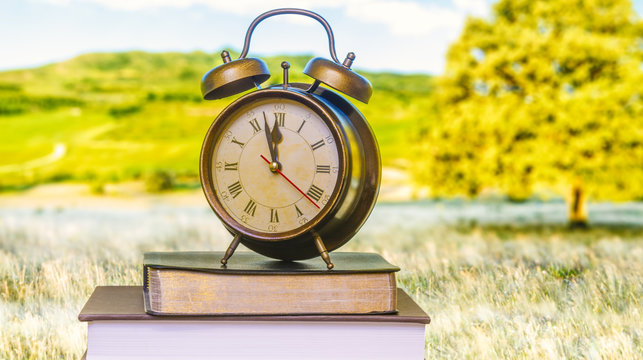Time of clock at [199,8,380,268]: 11:57
